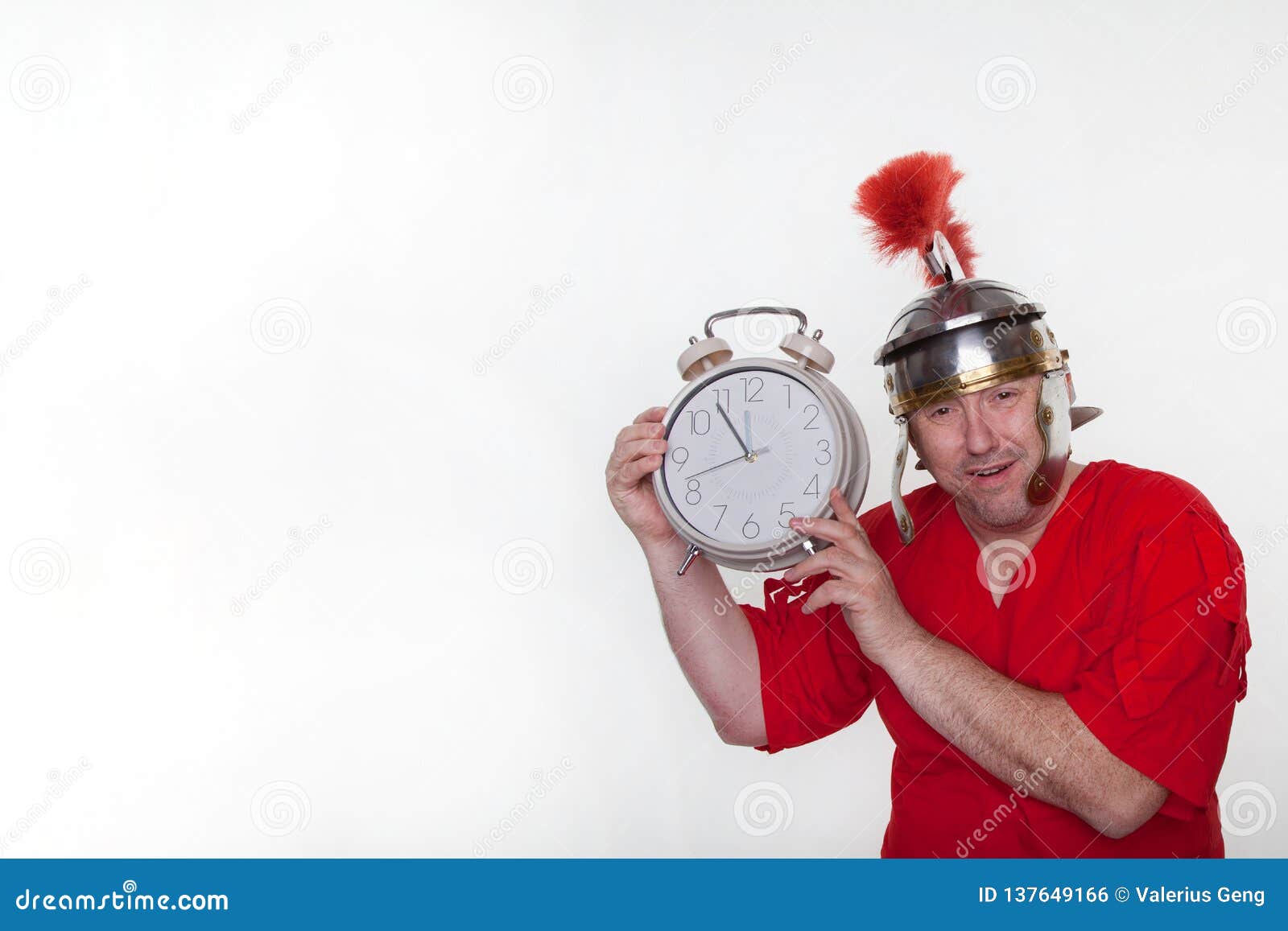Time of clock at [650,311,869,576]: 10:54
